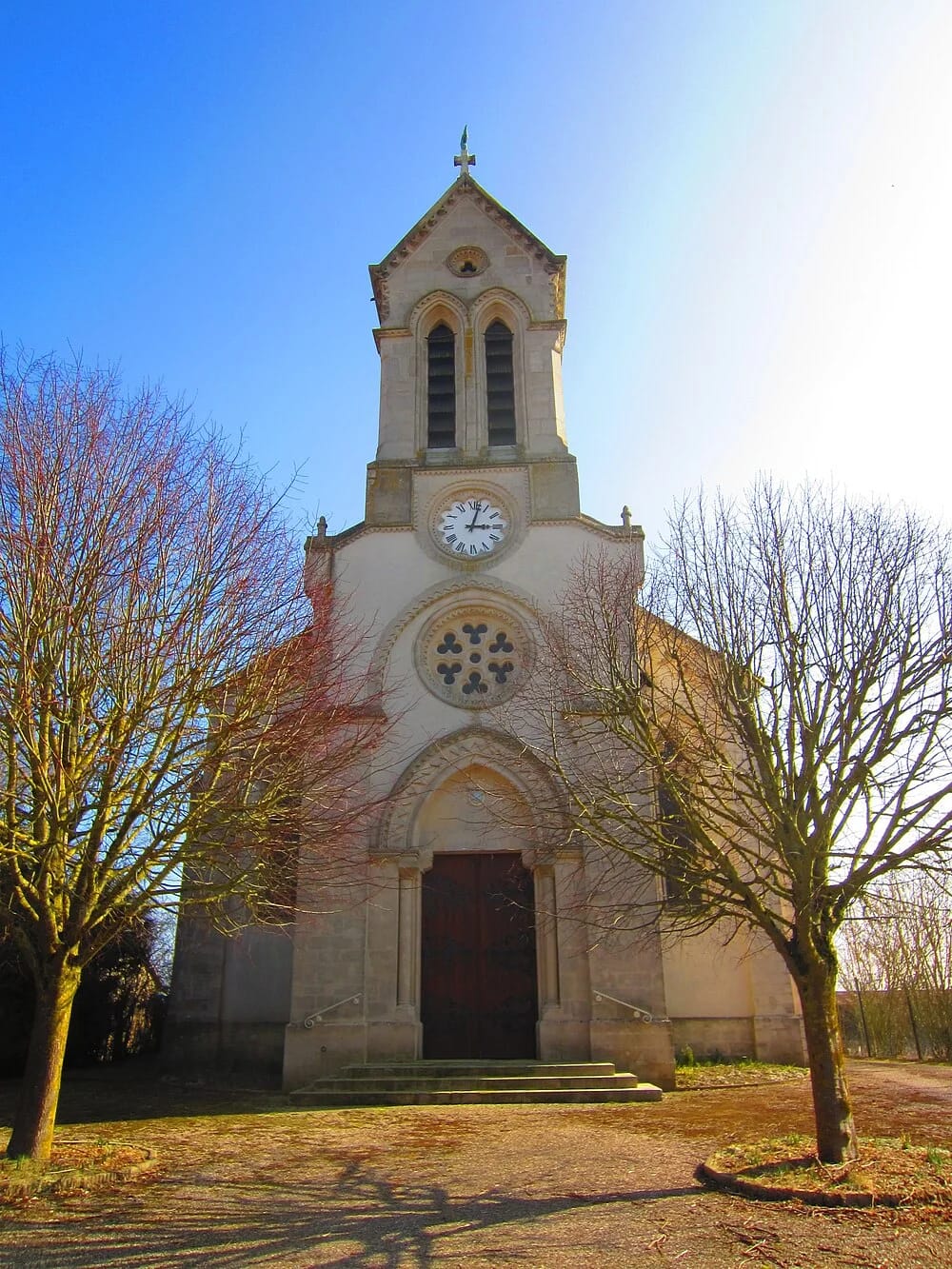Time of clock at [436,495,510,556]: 3:02
